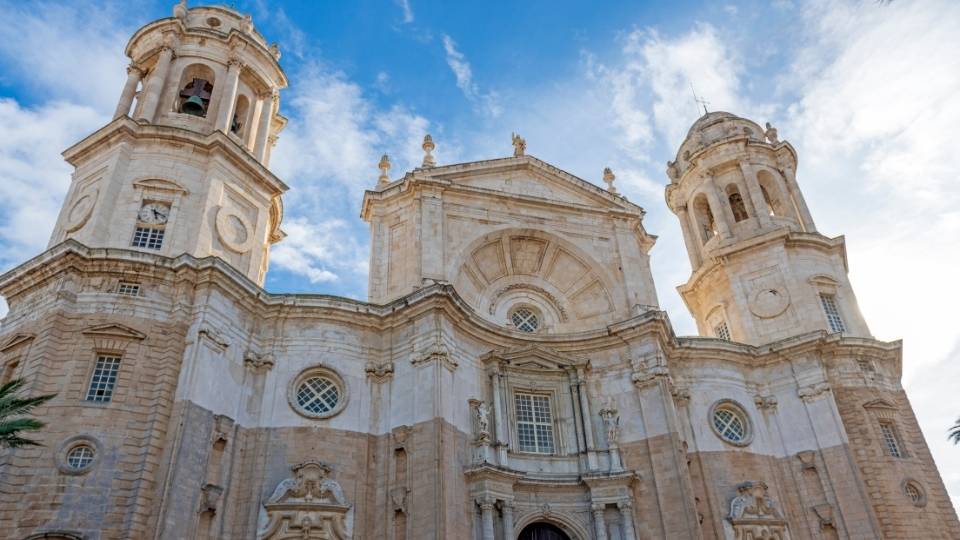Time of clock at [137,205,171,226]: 5:18
